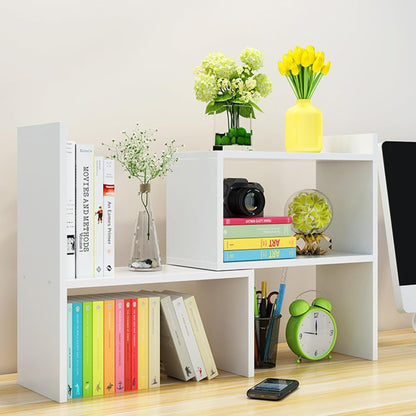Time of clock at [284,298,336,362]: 11:46
